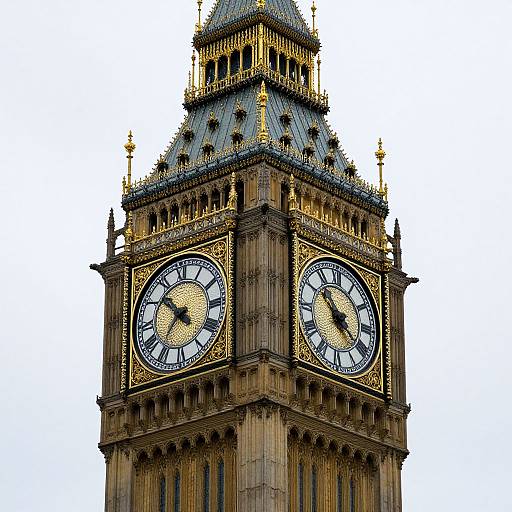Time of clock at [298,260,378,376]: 10:20
